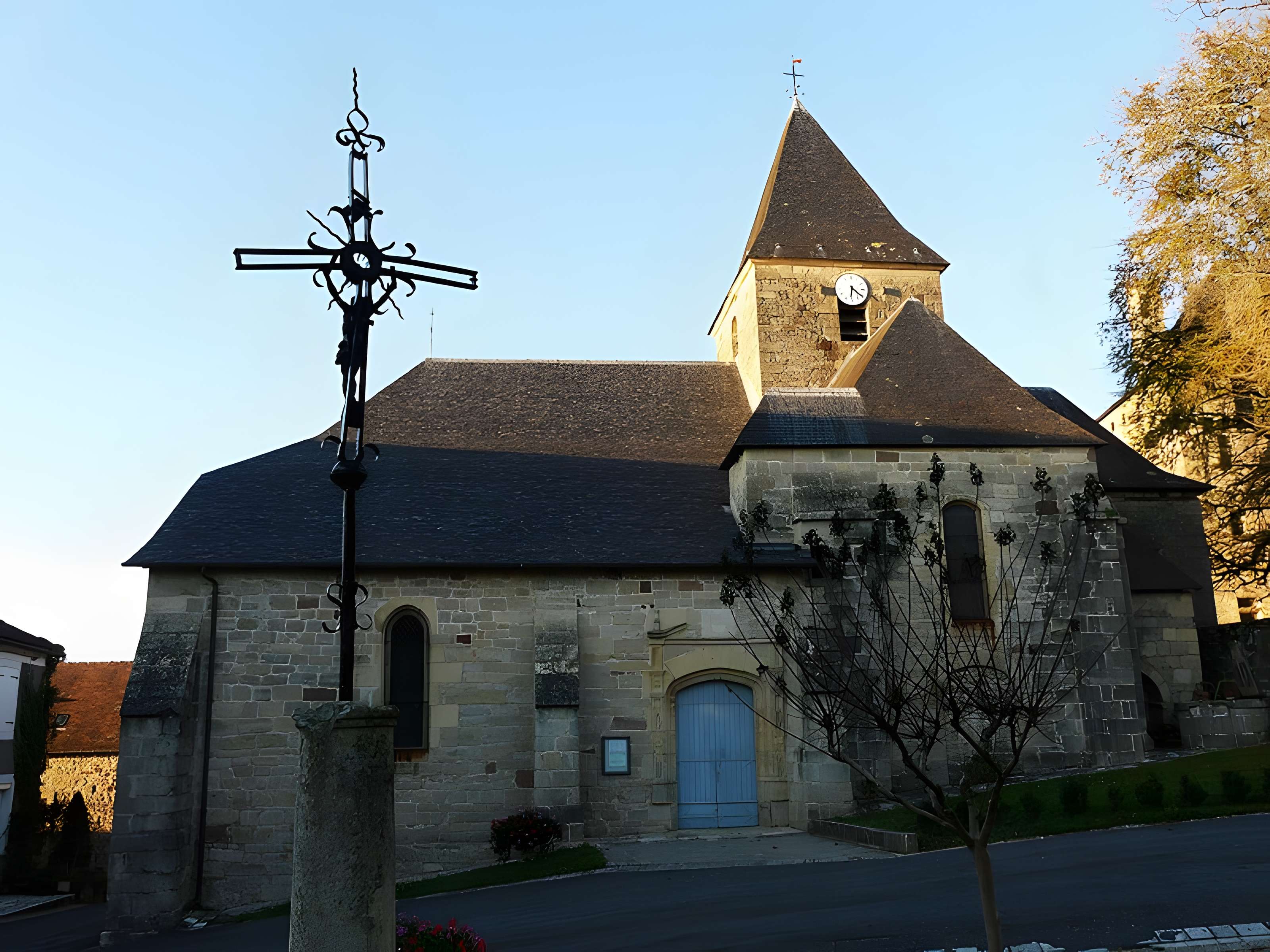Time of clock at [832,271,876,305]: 6:20
